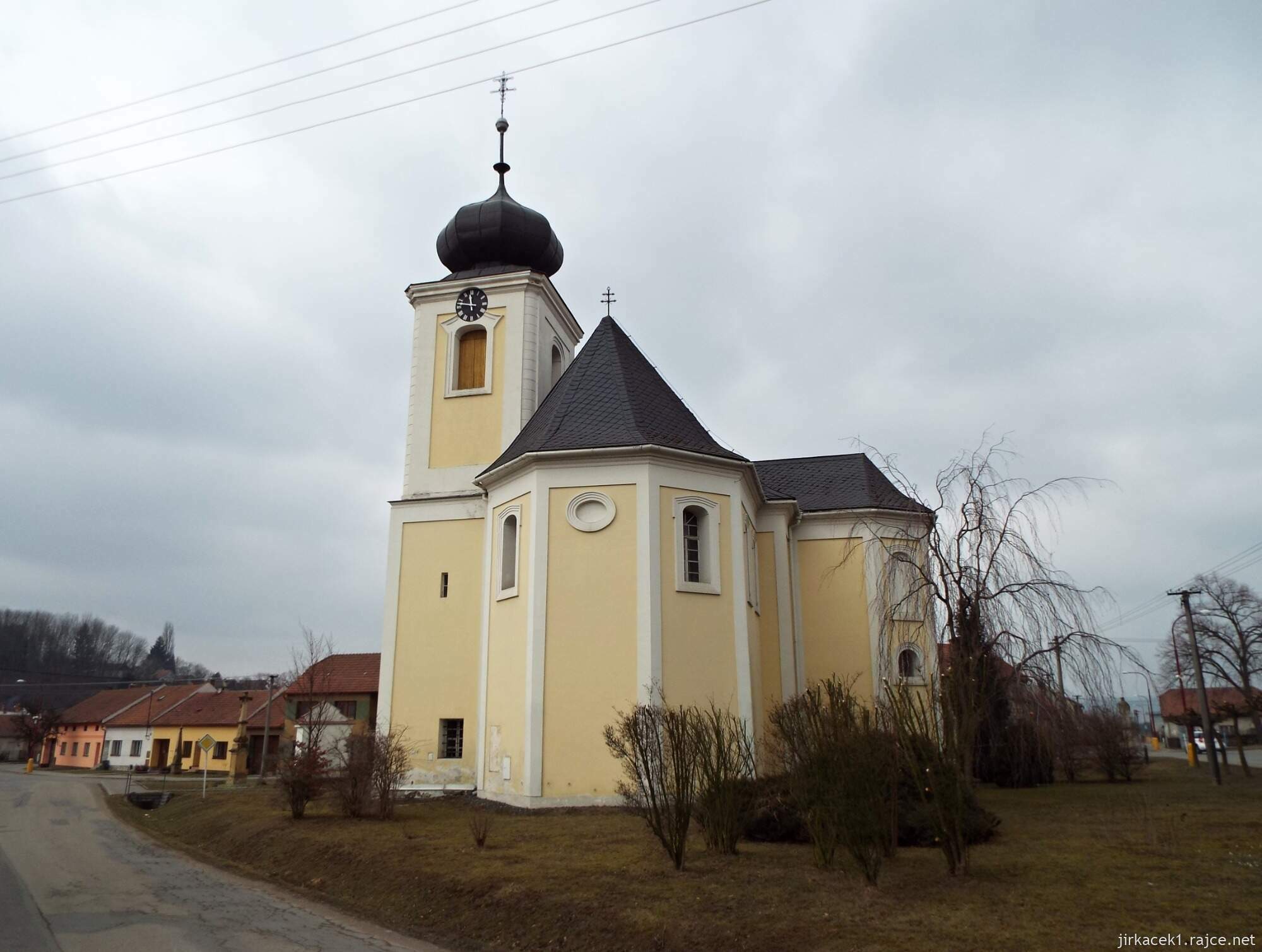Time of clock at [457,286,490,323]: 11:47
